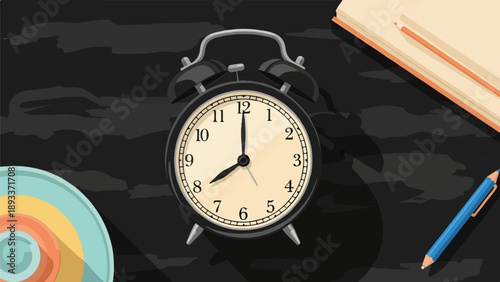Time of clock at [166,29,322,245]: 8:00
